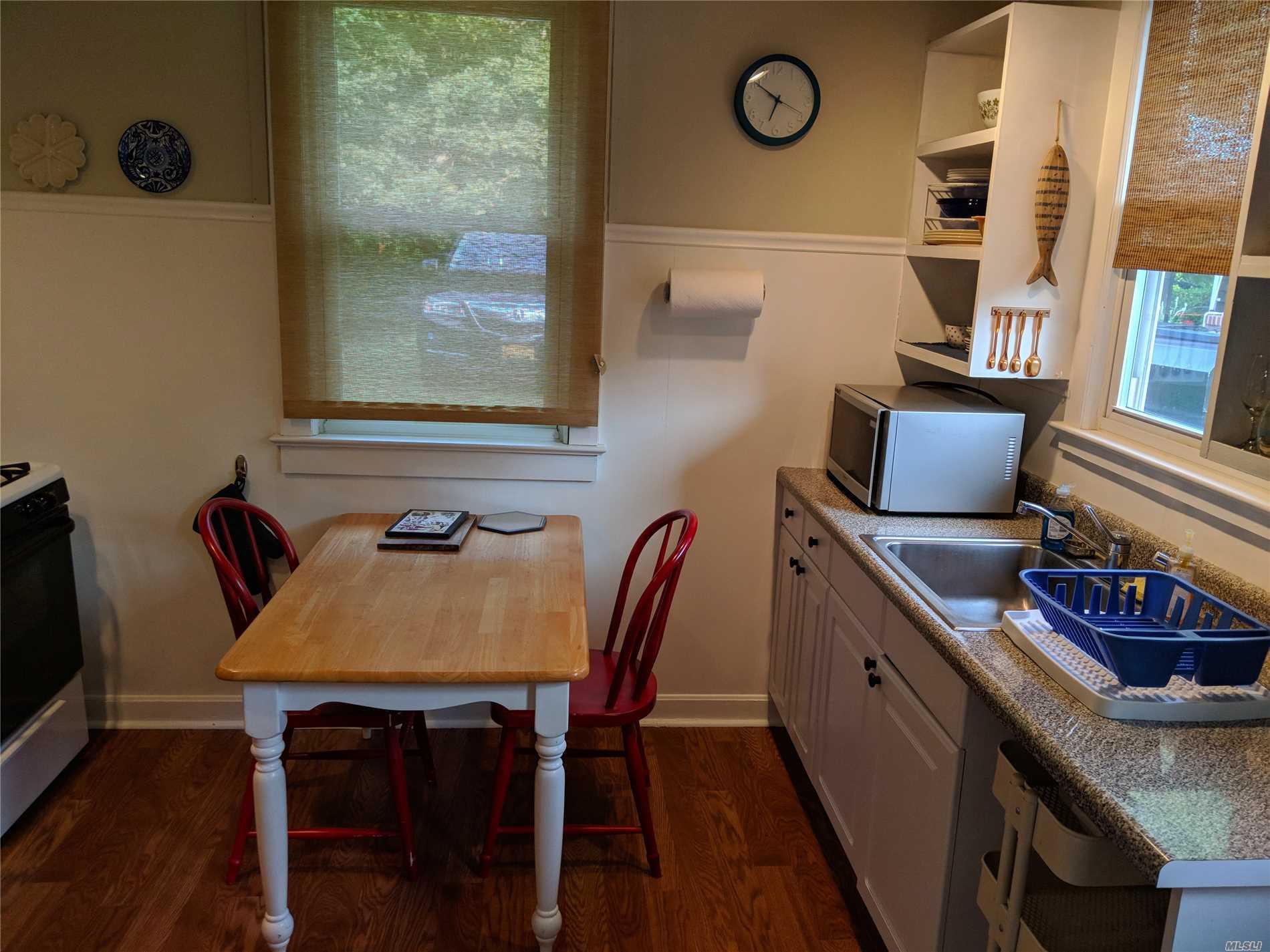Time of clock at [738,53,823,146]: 6:50
